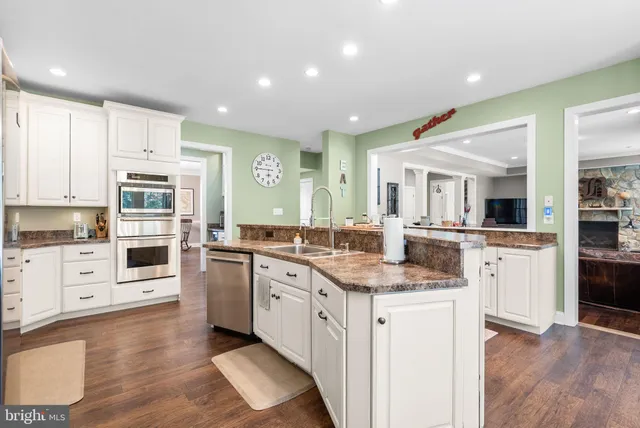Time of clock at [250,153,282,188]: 5:45
